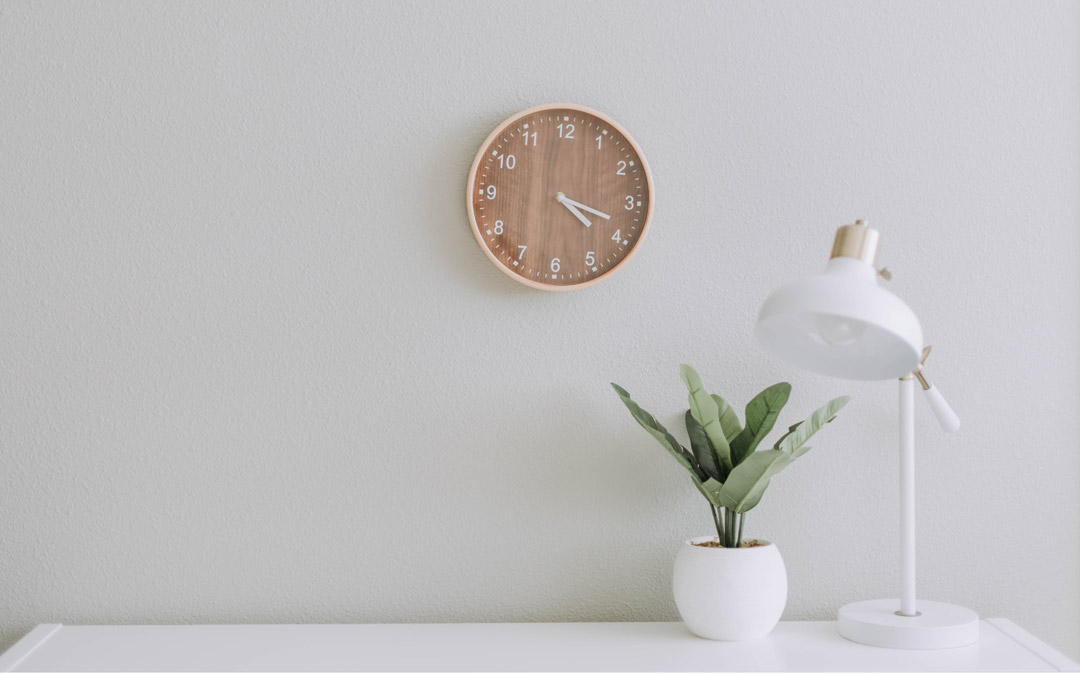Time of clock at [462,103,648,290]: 4:18
